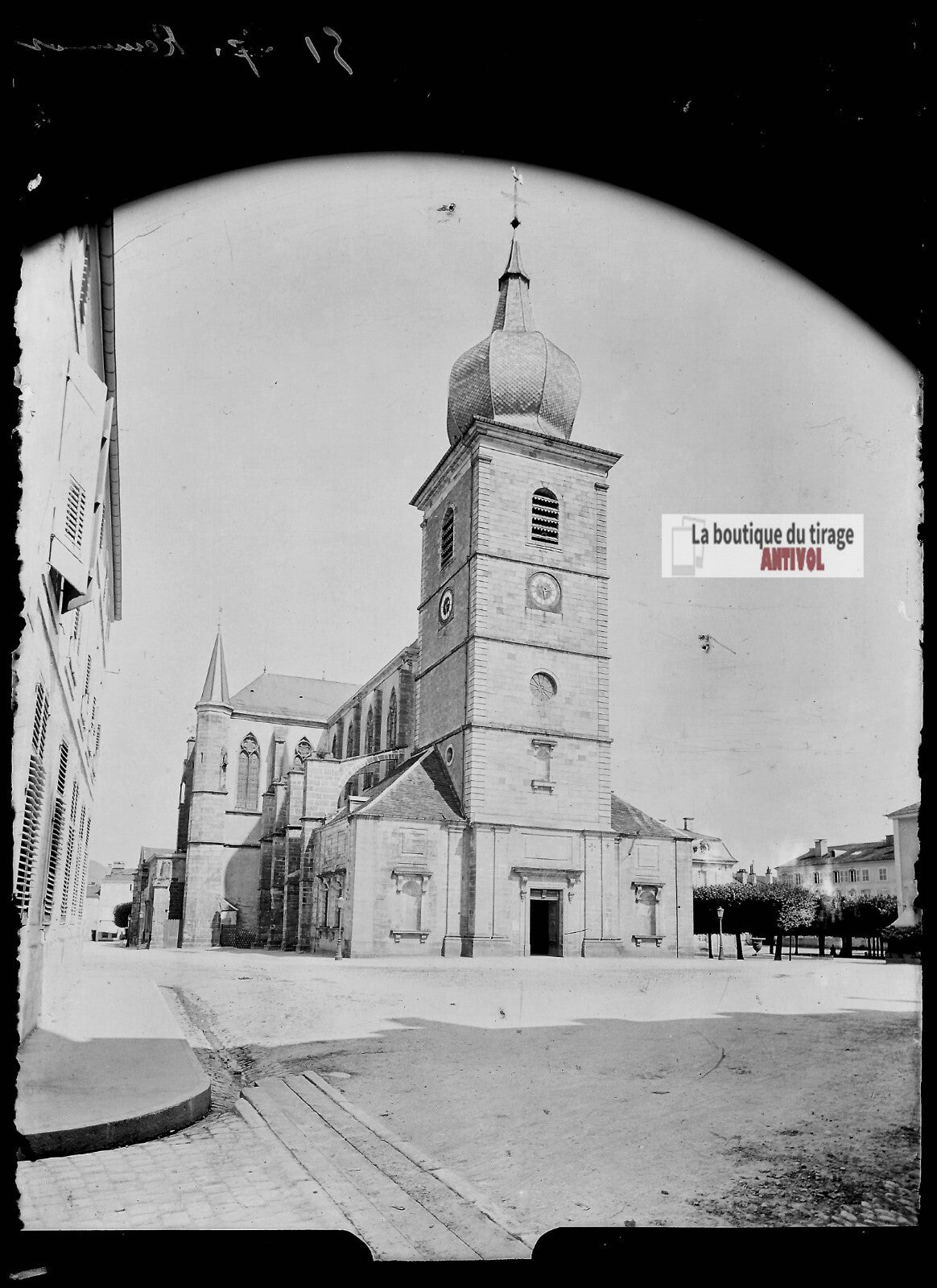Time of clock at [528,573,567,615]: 3:29
